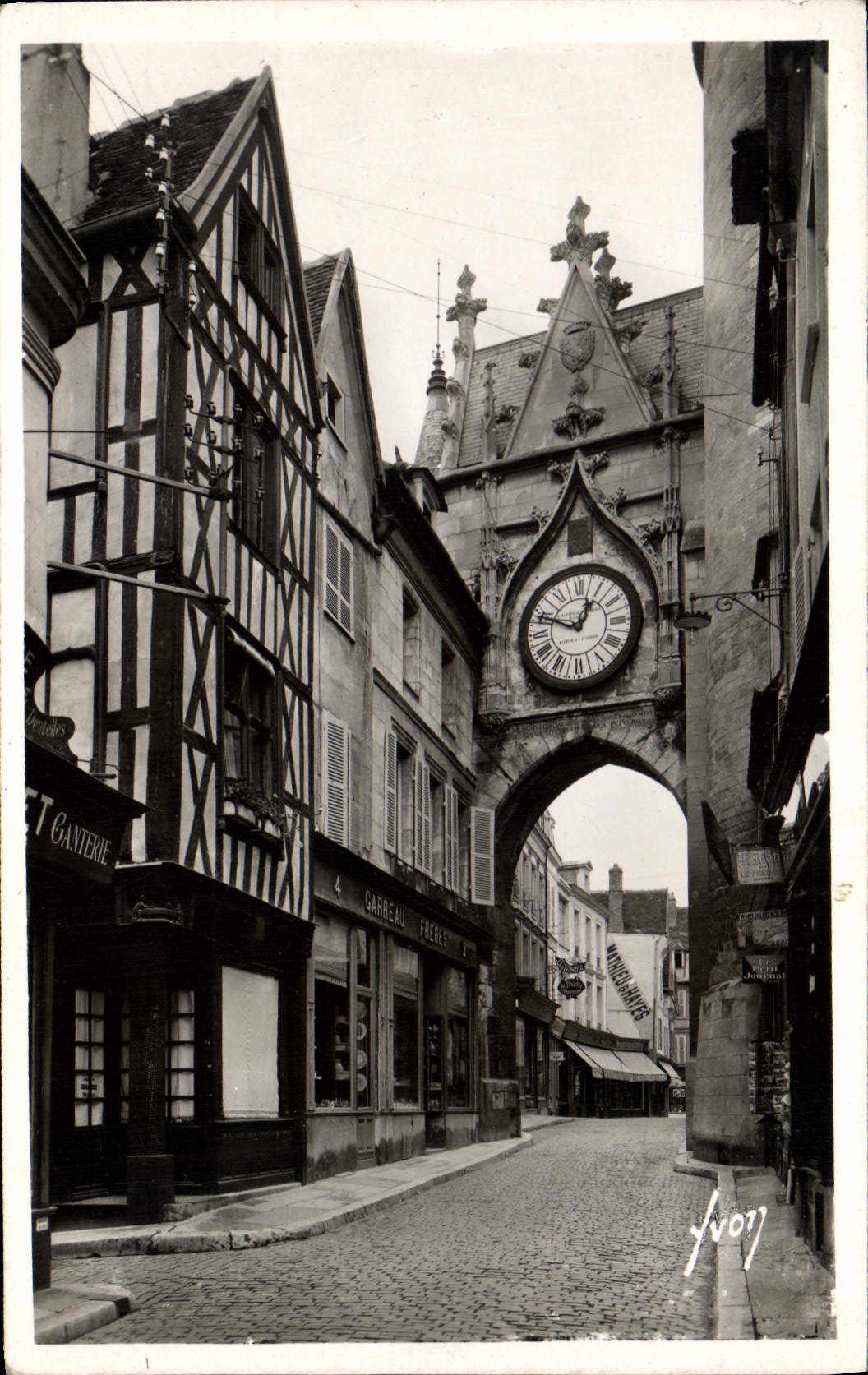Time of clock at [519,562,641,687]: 12:49
